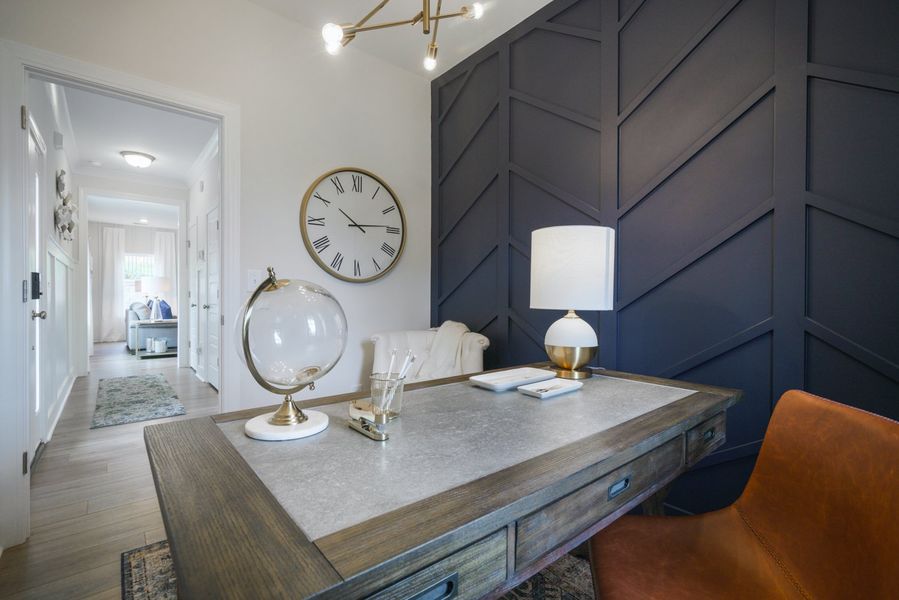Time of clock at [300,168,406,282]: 10:13
